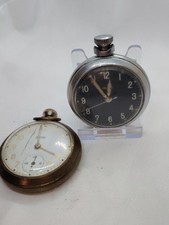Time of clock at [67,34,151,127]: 11:54
